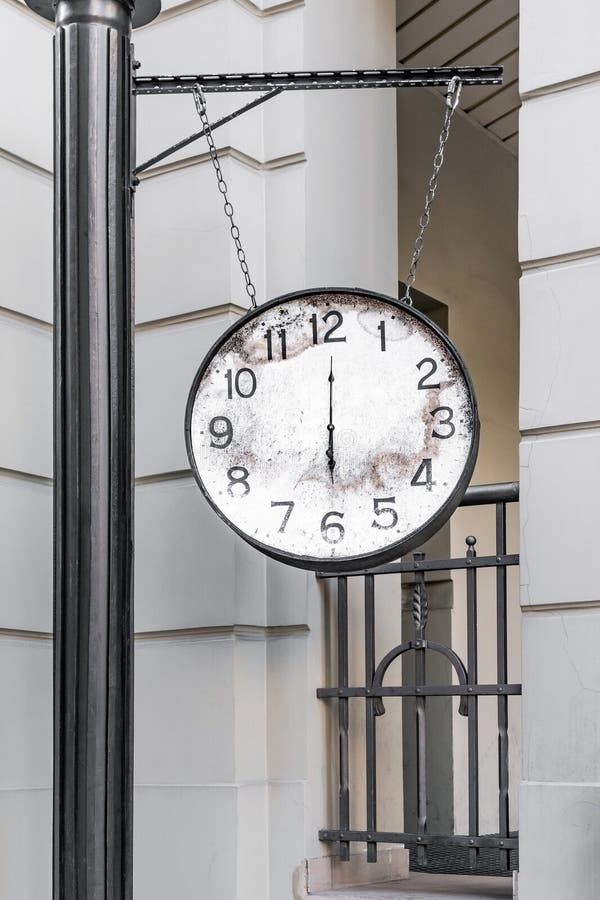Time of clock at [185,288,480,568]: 6:00
